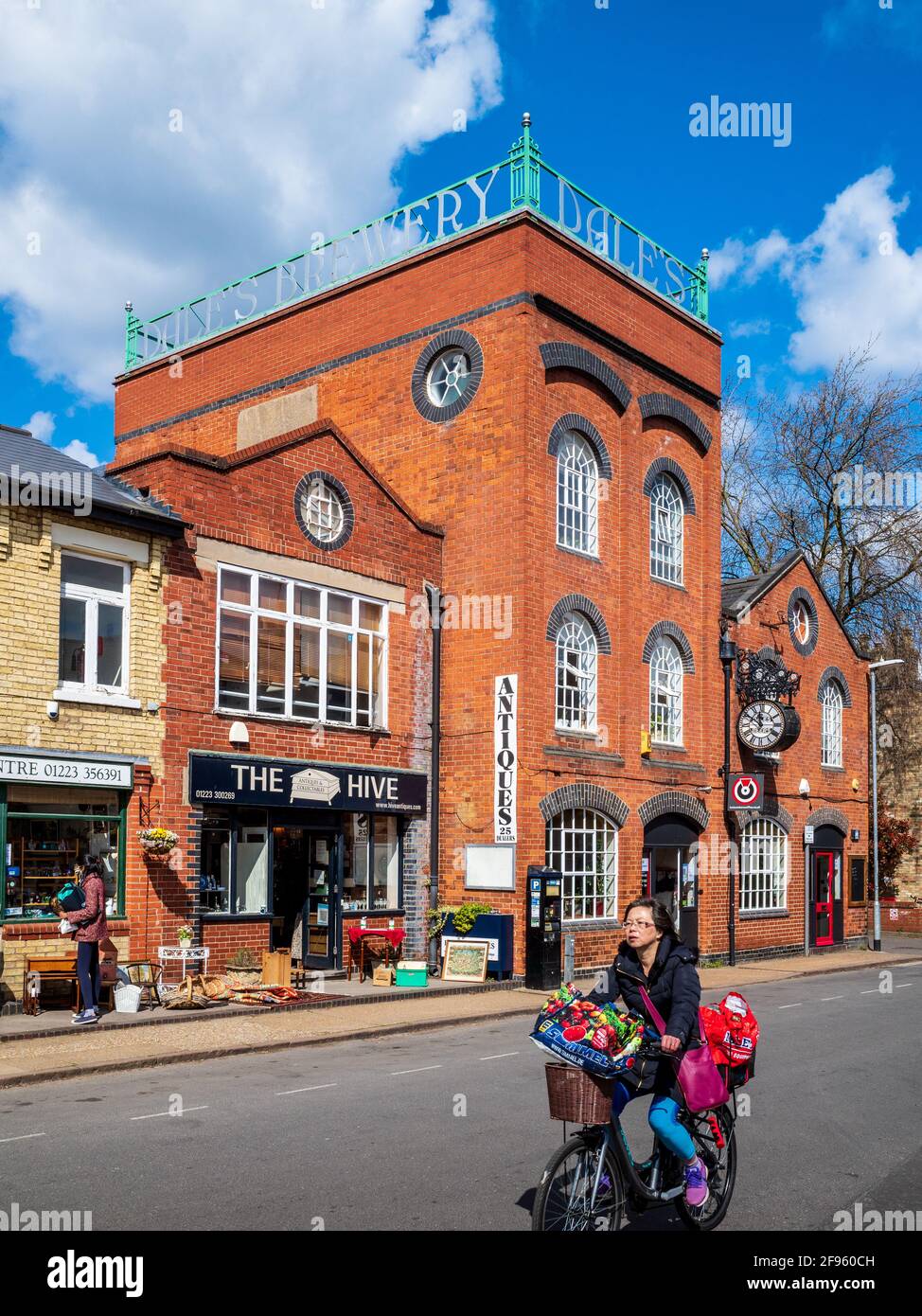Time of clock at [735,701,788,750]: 11:50
